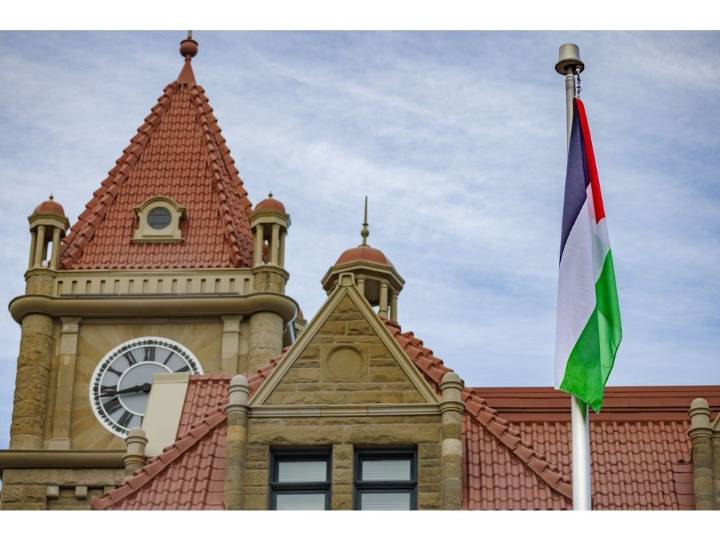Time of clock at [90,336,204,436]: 8:42
